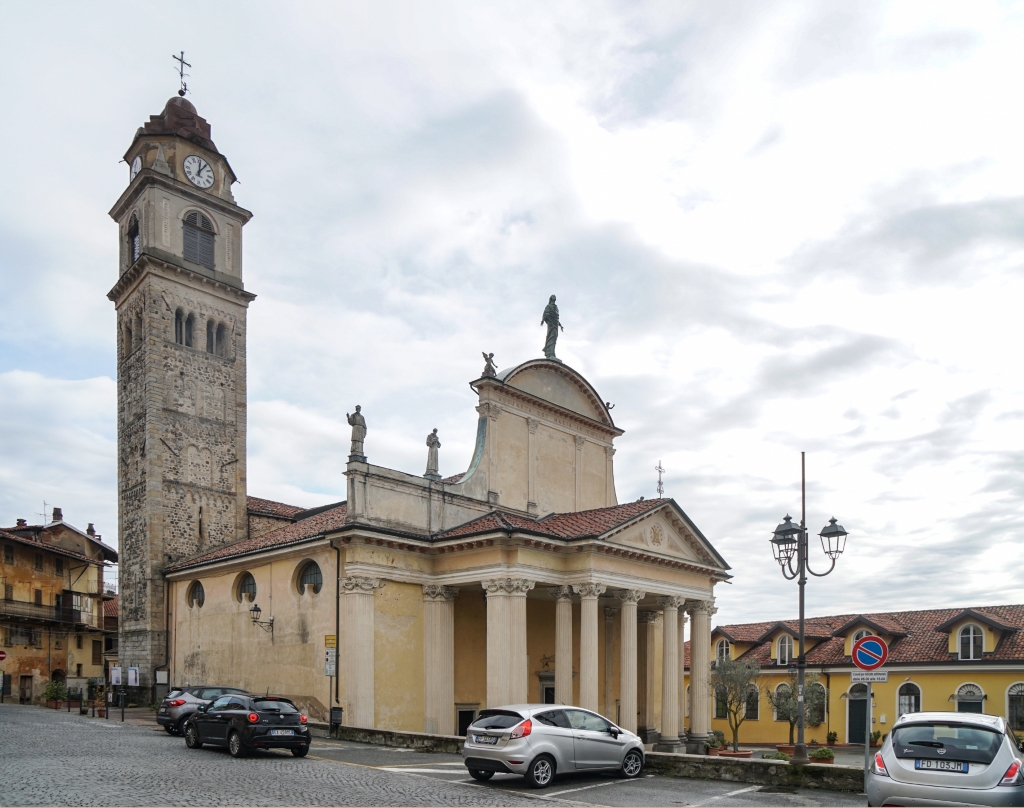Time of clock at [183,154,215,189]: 12:05
